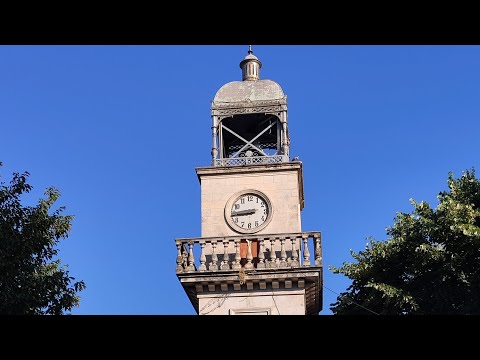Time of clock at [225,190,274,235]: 8:44
